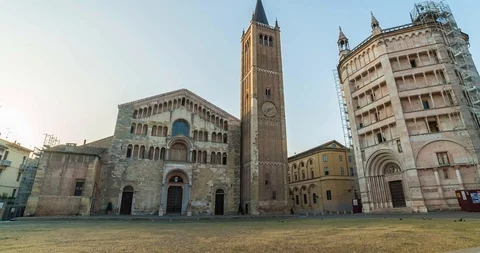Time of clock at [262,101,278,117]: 7:11
